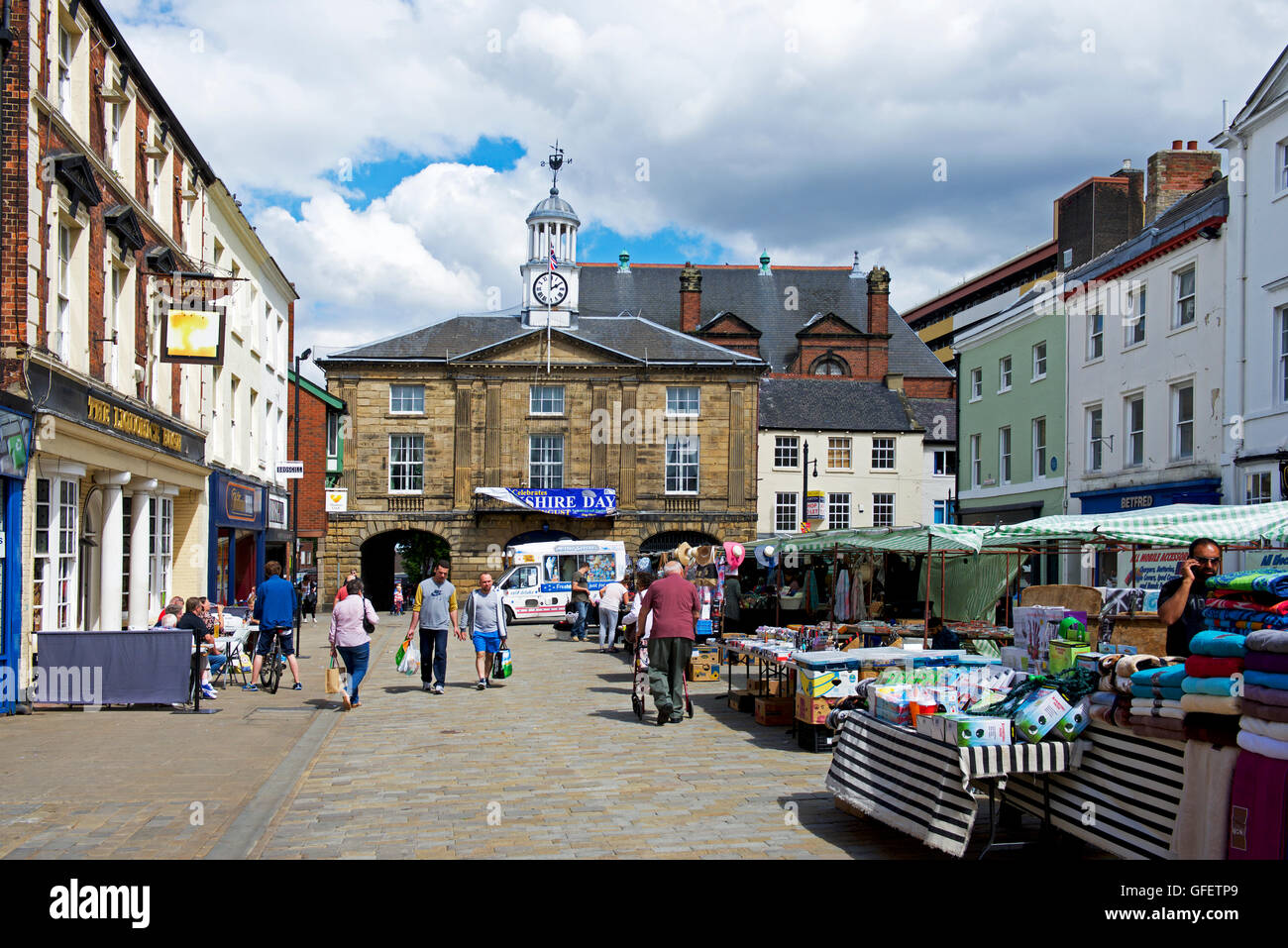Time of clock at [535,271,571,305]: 2:00
